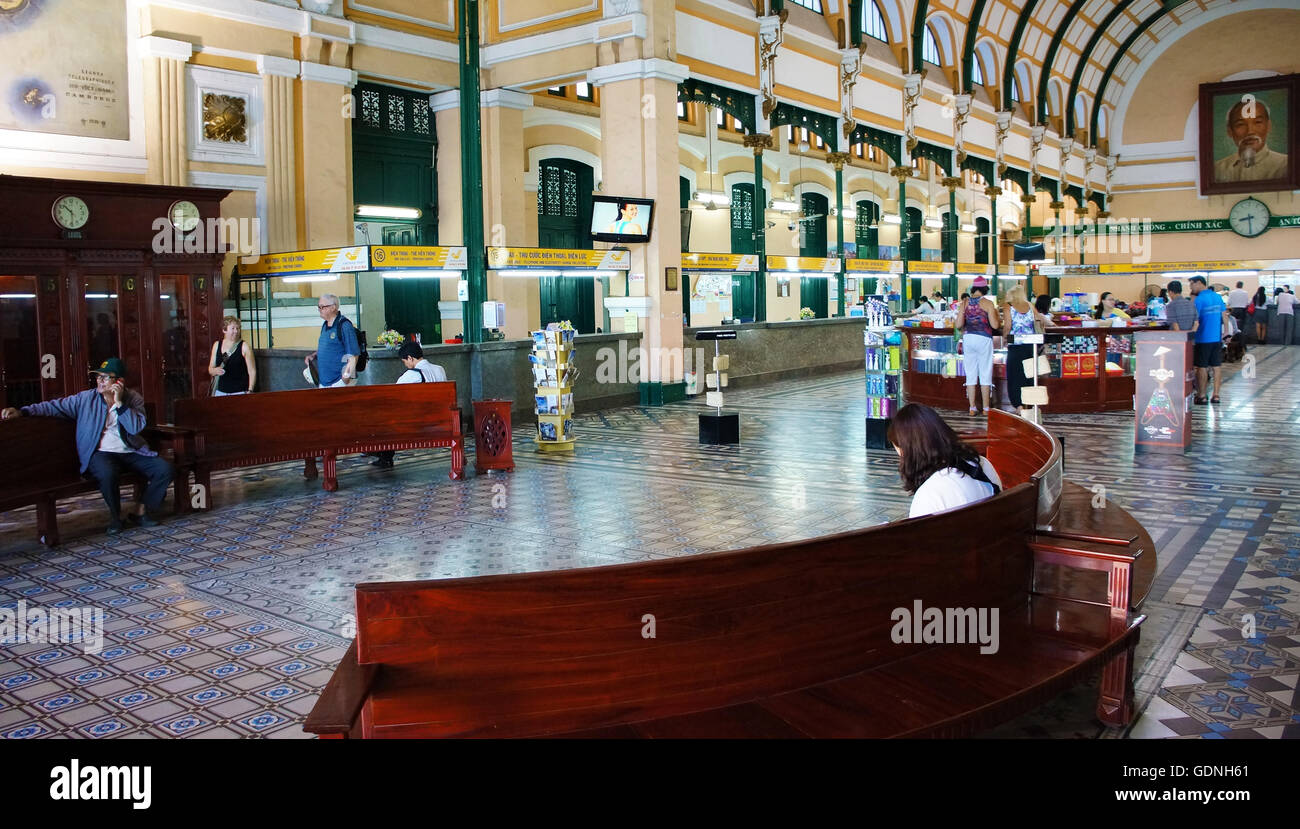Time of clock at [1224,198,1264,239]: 8:29
